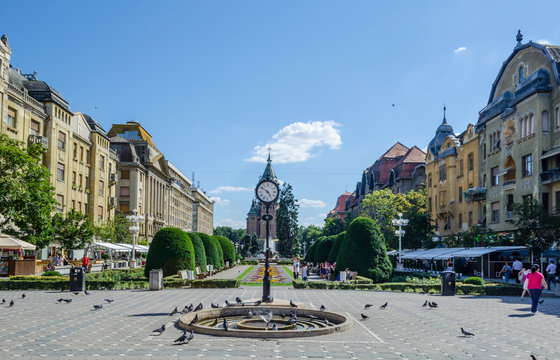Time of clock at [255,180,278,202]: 4:50
